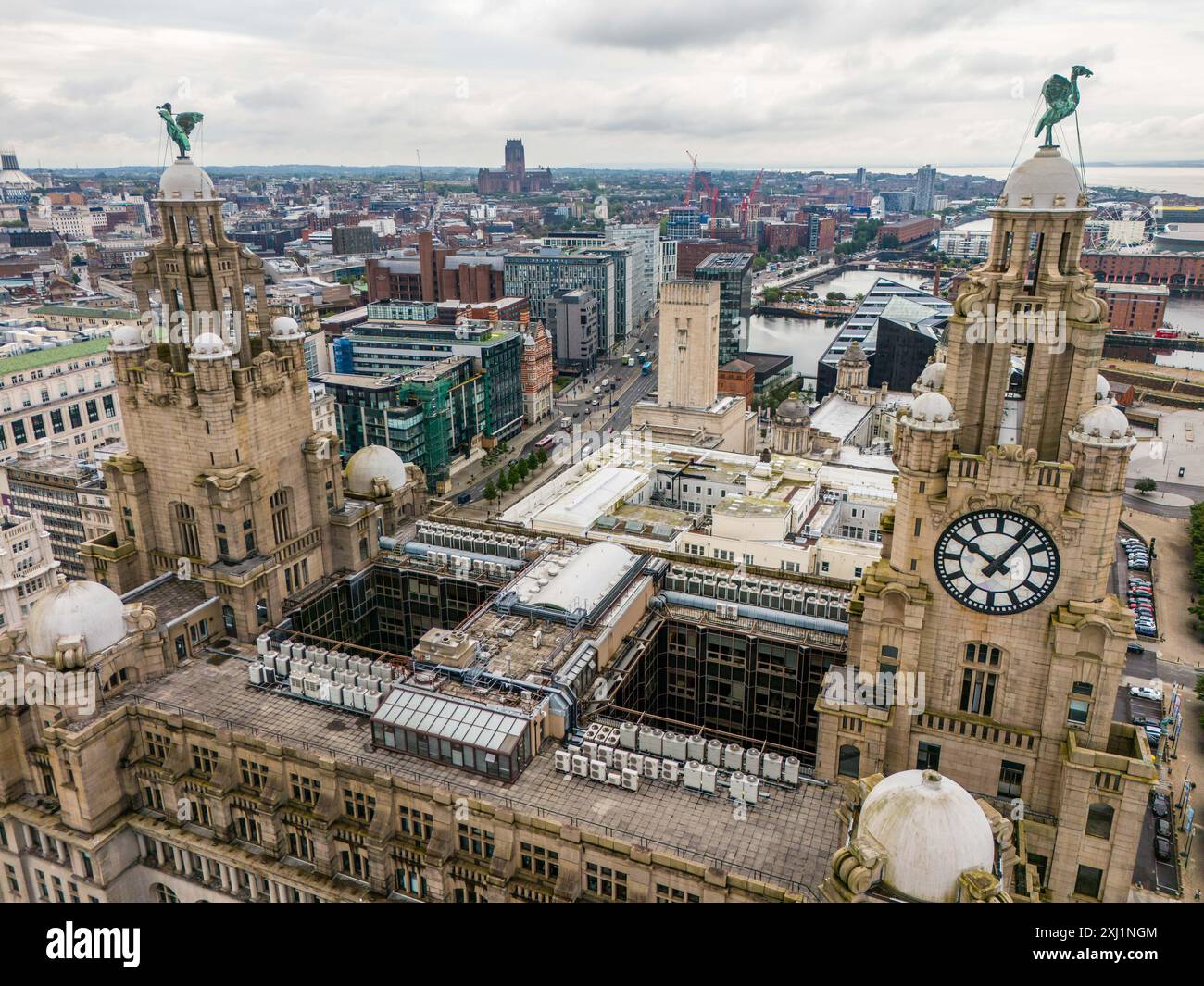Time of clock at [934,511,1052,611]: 10:06
